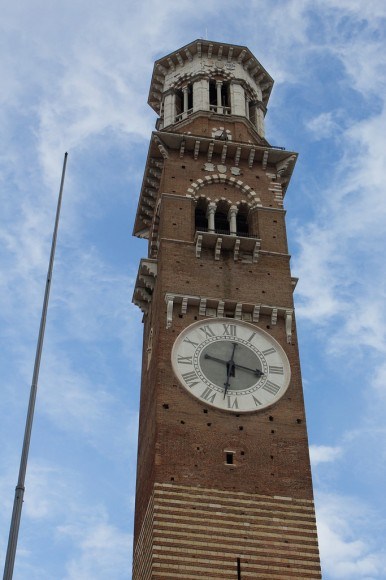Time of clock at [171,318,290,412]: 3:31
